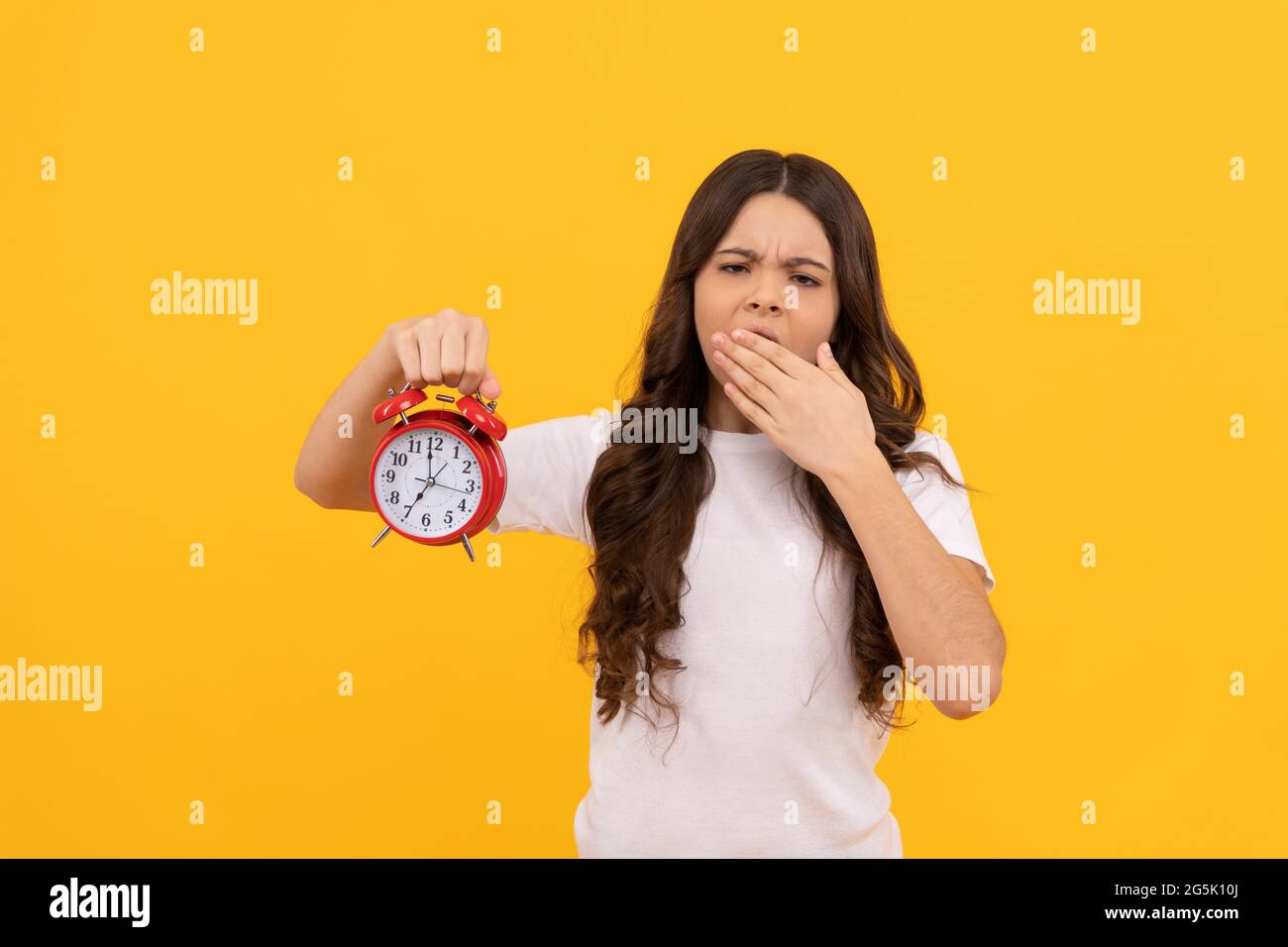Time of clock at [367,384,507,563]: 6:58
